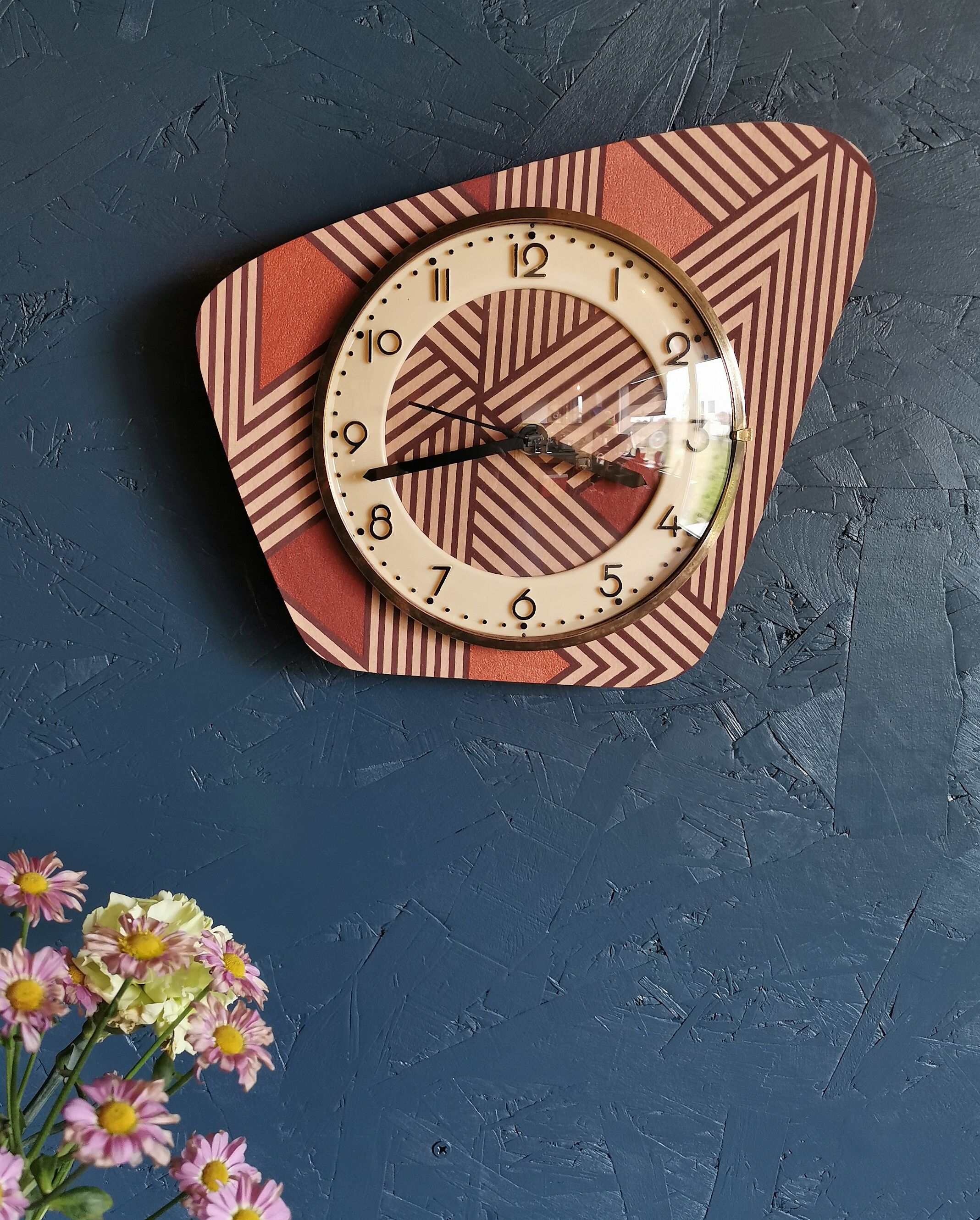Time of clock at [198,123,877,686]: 3:42
